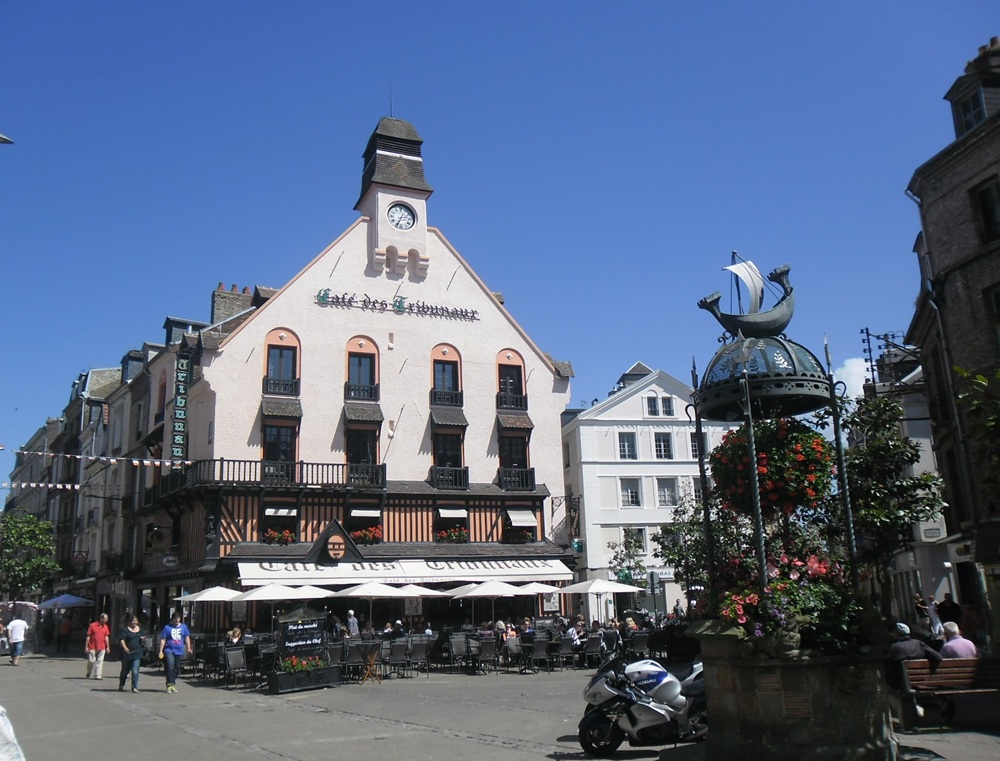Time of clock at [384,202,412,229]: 2:34
